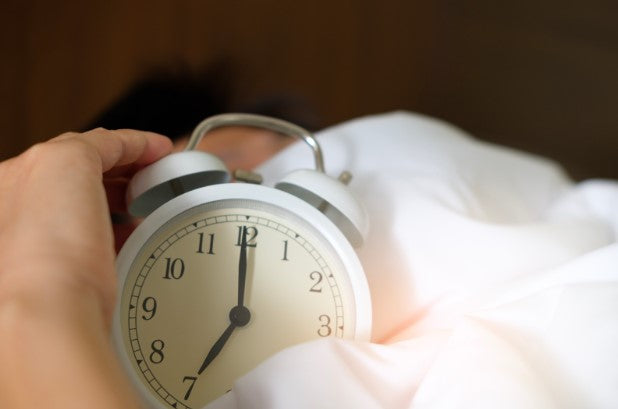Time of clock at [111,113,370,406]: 7:00
